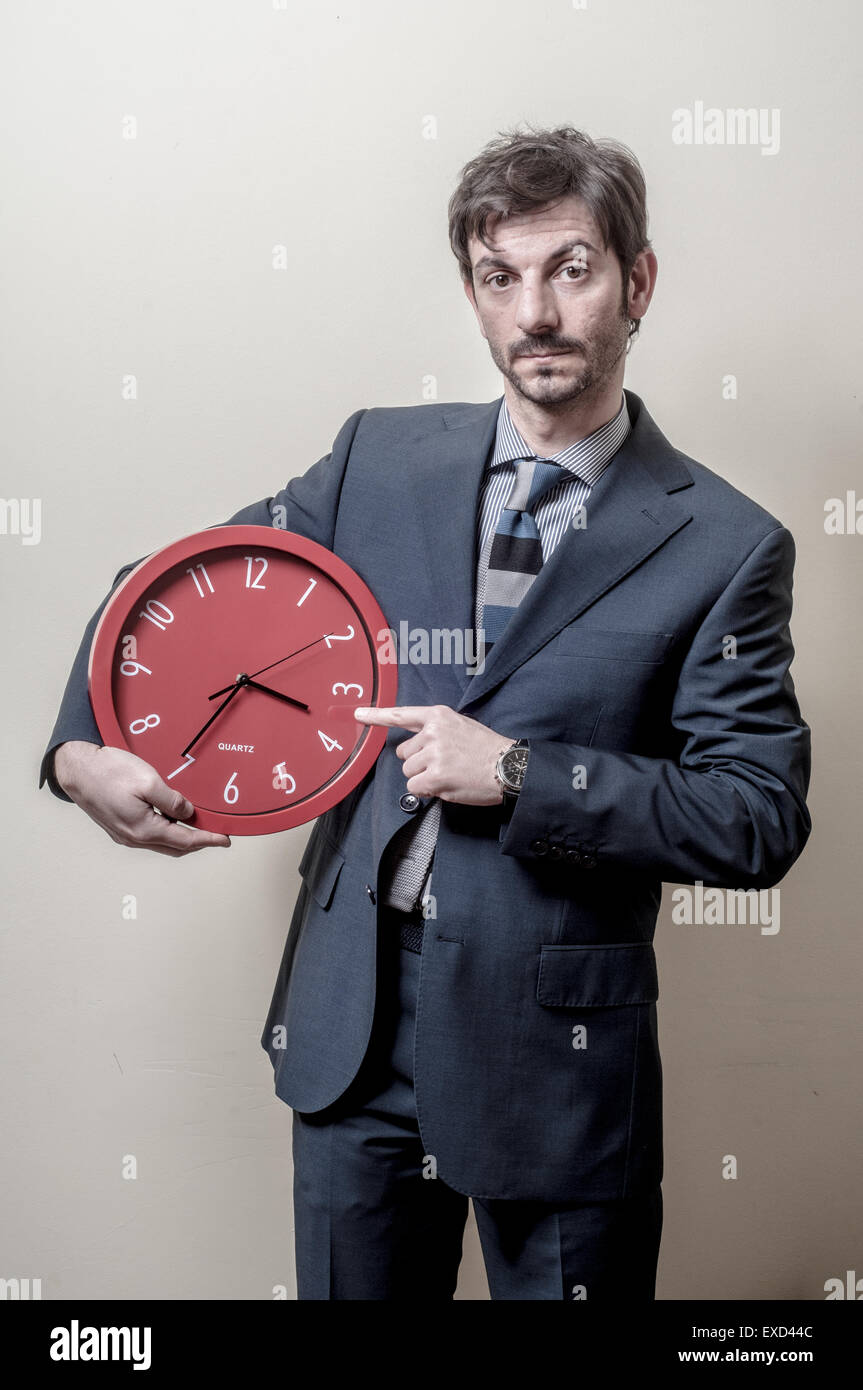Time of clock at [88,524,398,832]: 3:35
